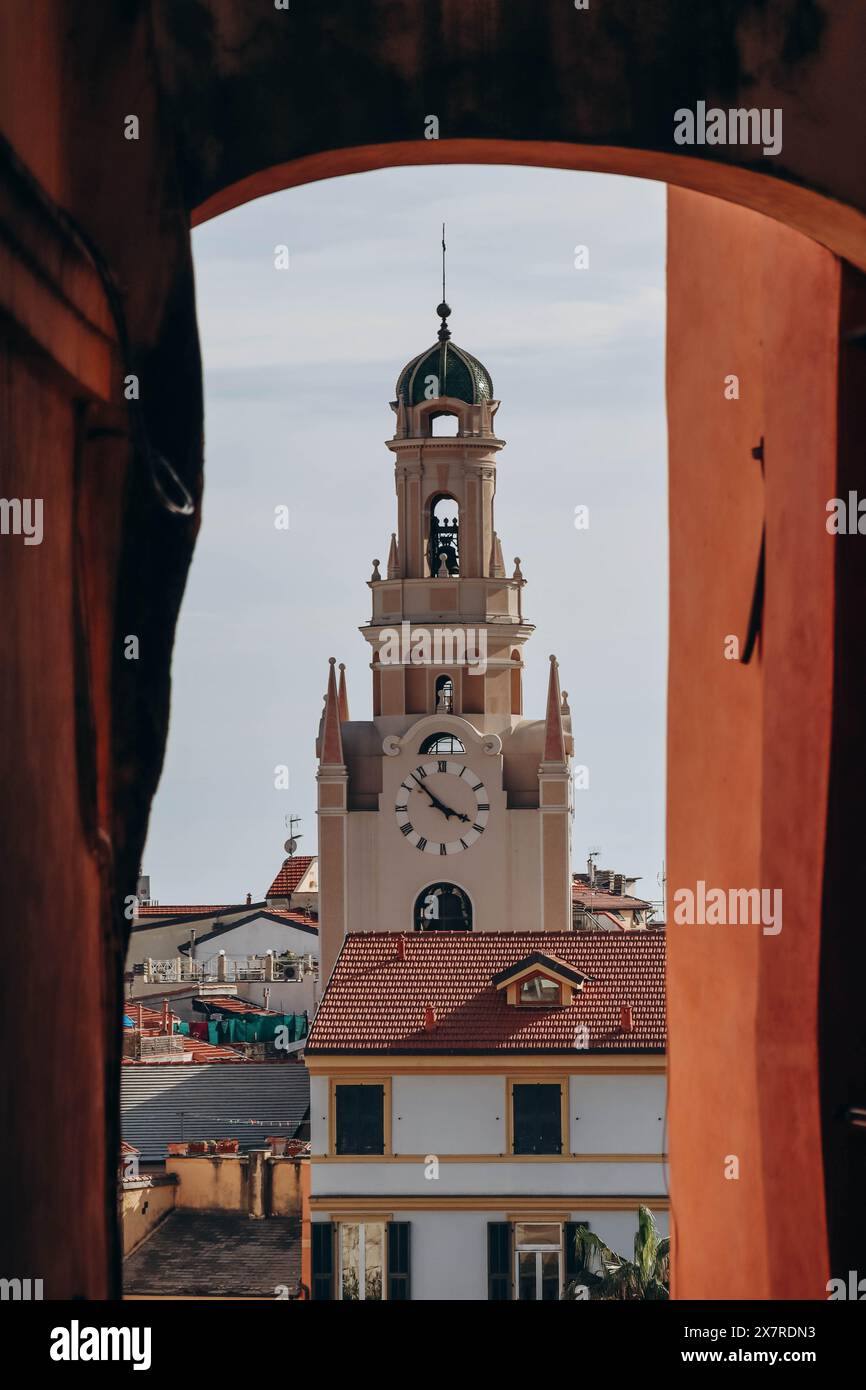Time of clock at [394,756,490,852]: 3:52
